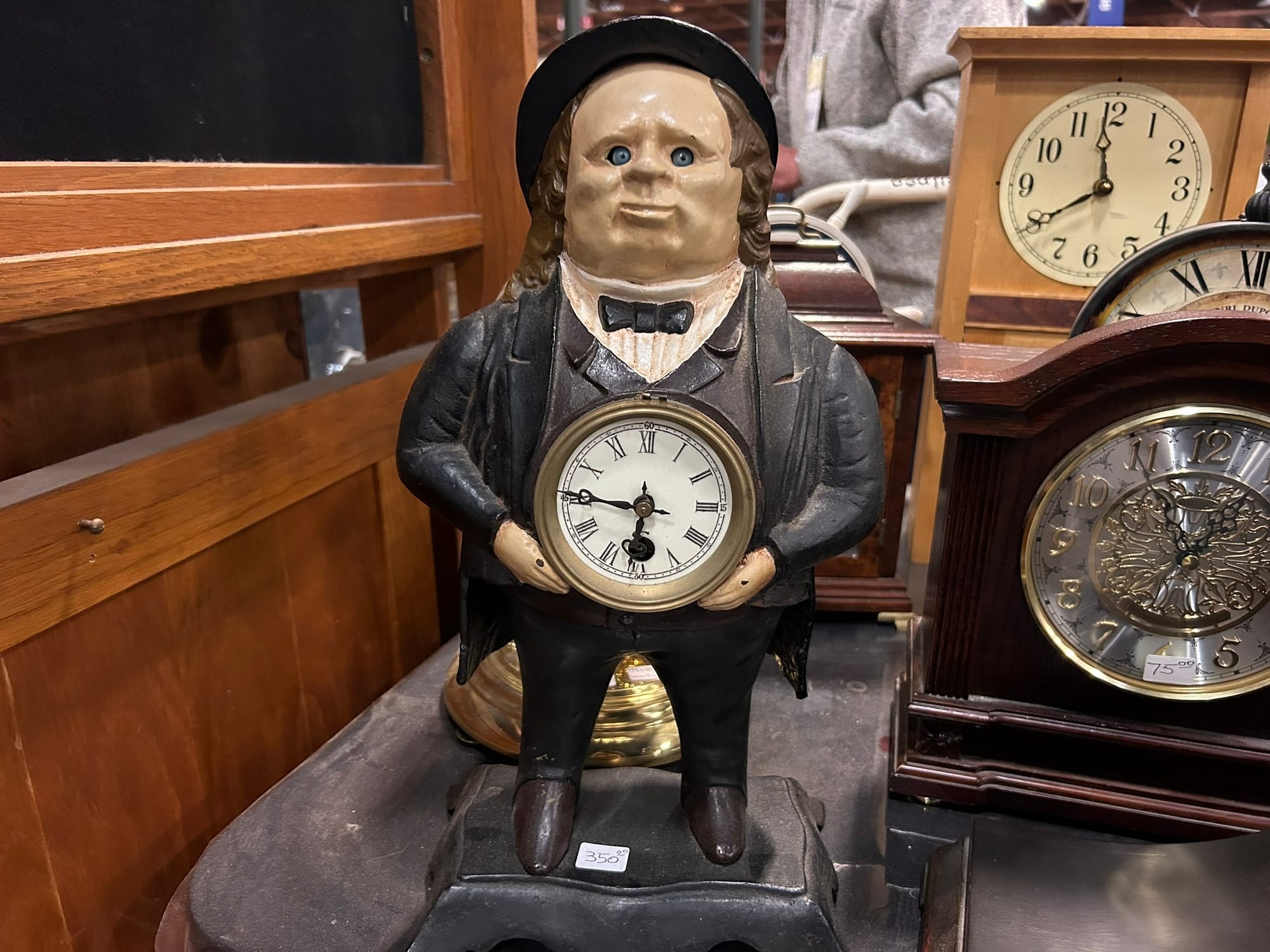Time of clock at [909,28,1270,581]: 7:59
